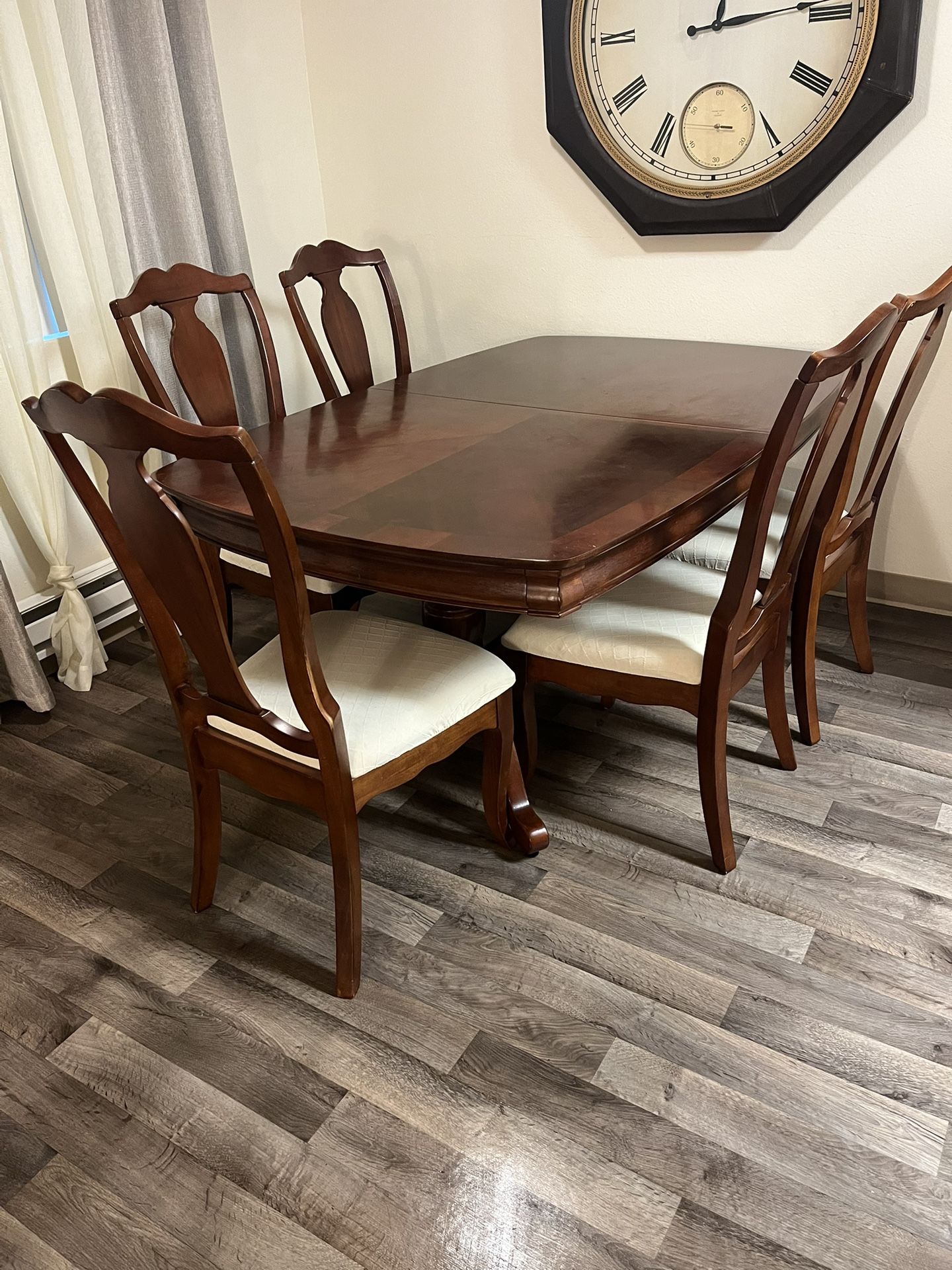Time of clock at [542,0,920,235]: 12:13
